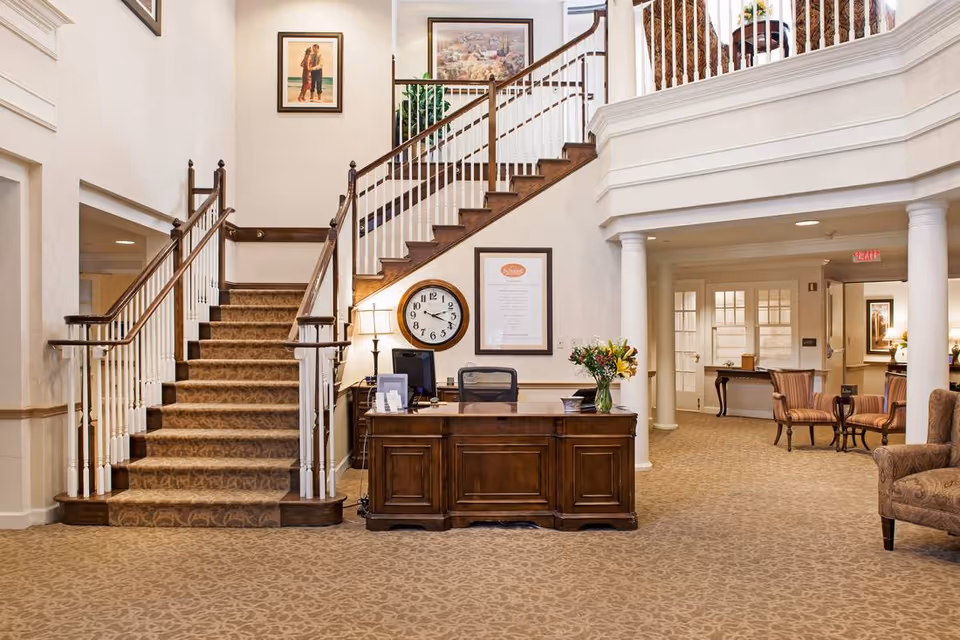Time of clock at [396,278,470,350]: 2:18
